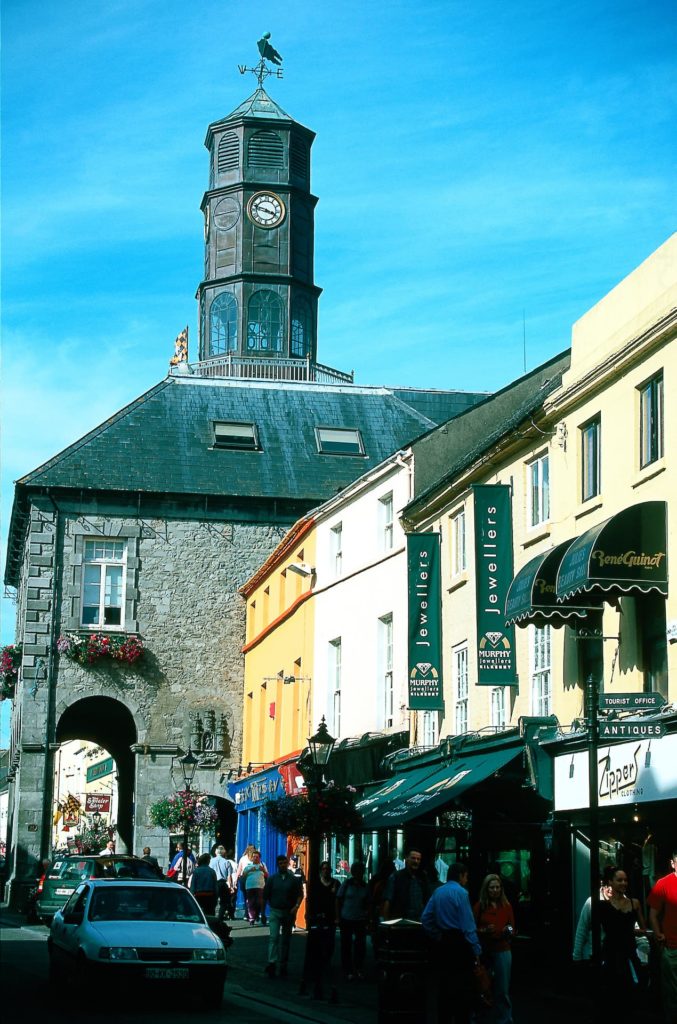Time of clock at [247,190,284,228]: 3:47
